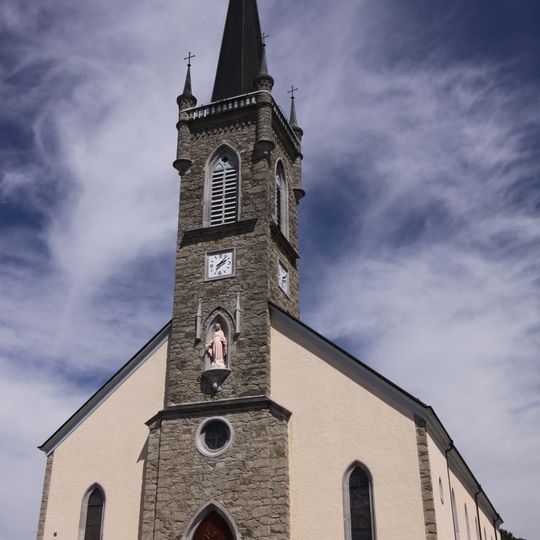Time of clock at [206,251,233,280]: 2:06
